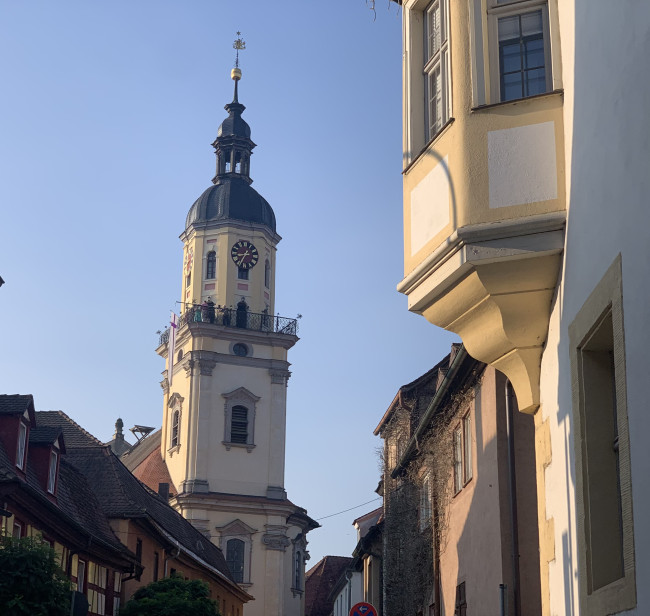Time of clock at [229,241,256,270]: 8:35
